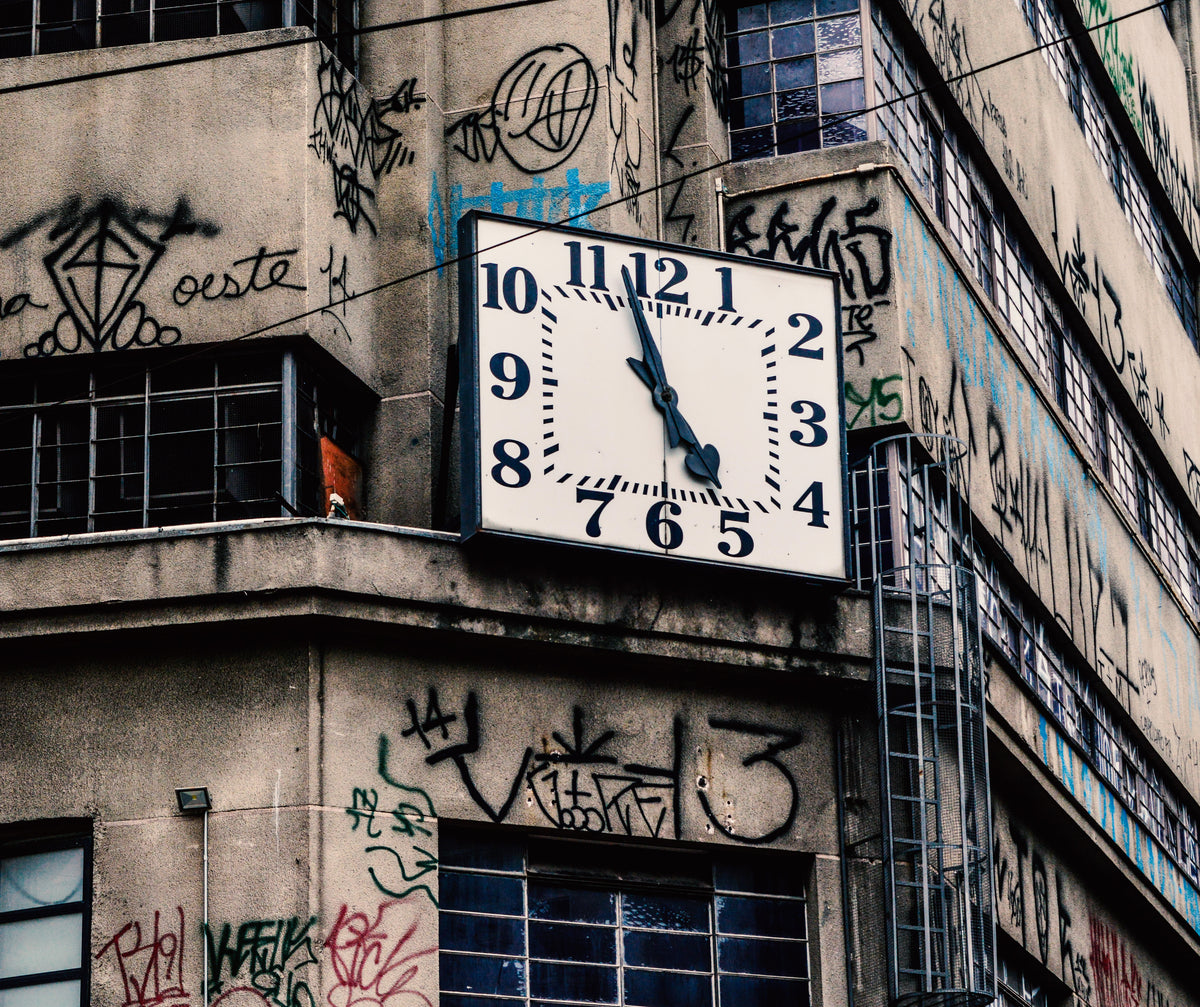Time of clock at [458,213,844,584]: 4:57
